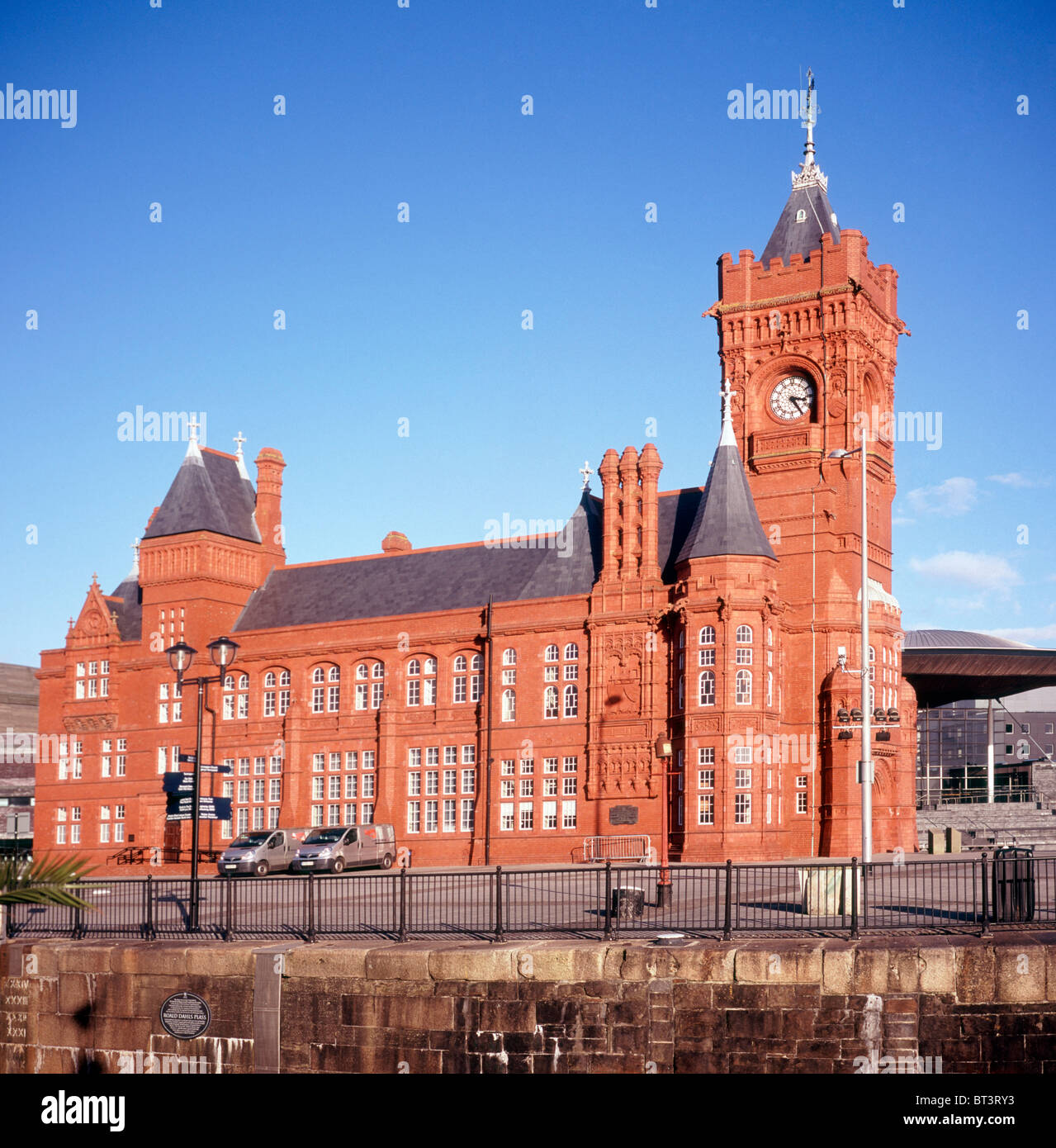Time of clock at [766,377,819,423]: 3:24
